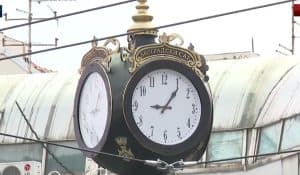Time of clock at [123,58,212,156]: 9:06
